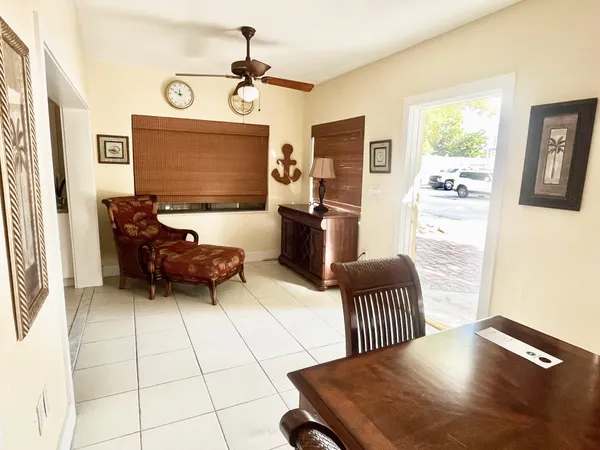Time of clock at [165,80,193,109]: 11:49
